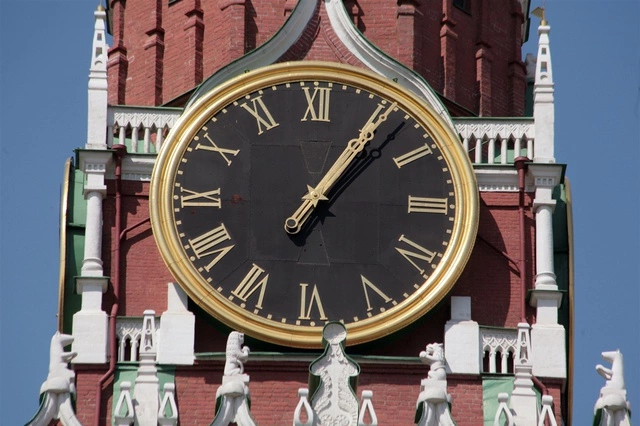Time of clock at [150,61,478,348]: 1:06
